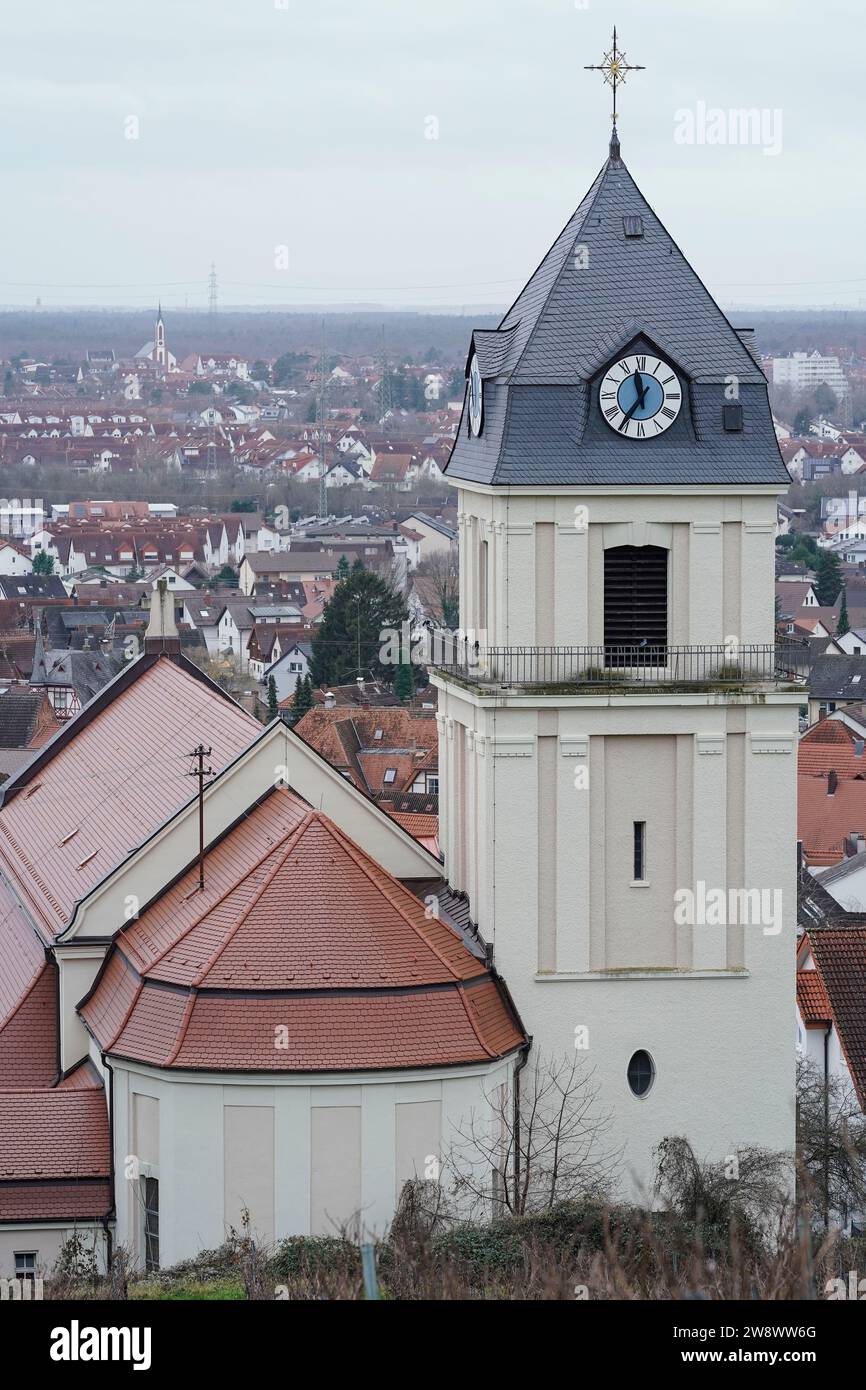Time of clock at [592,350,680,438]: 11:35
